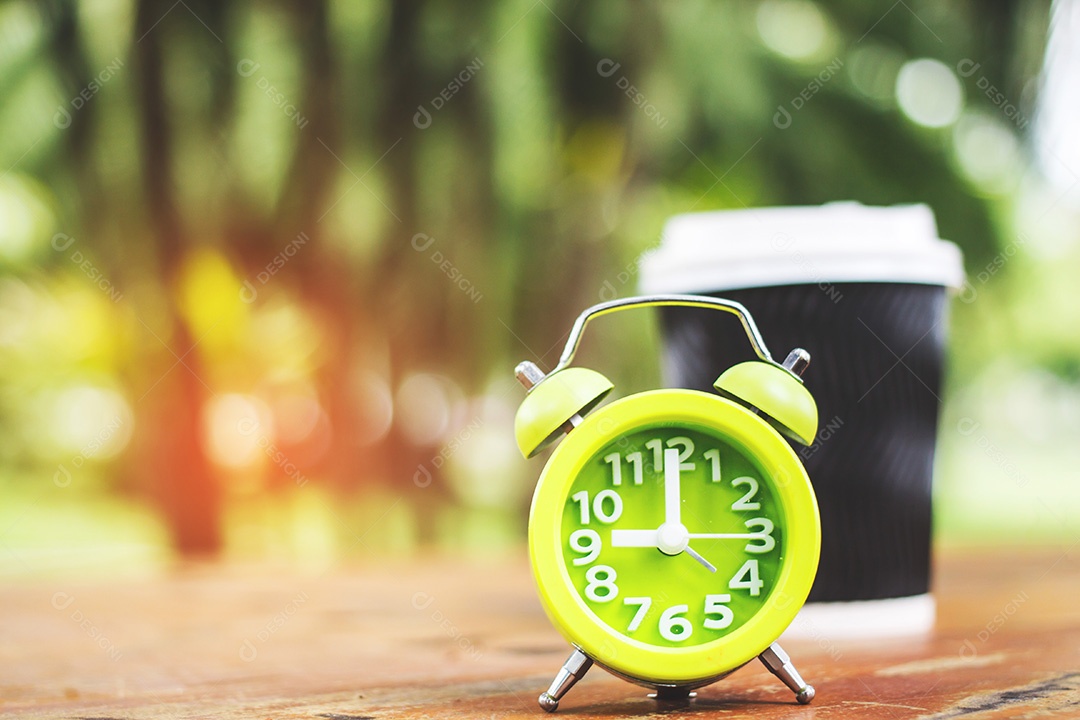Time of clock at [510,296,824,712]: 9:00
